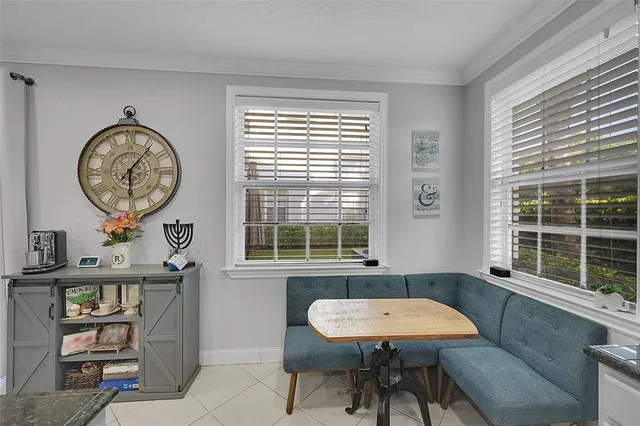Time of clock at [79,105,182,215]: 6:06
